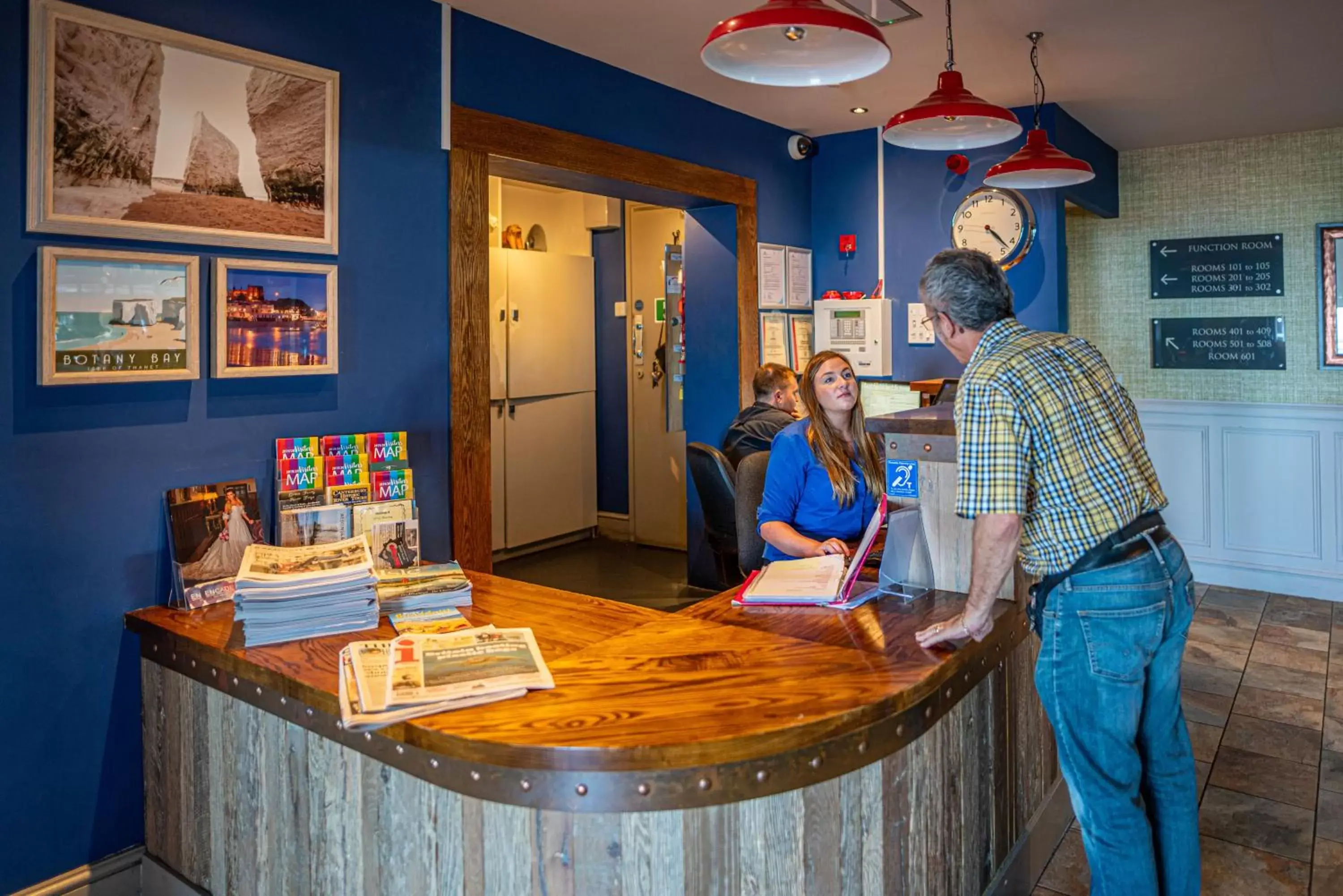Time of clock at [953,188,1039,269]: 4:22
